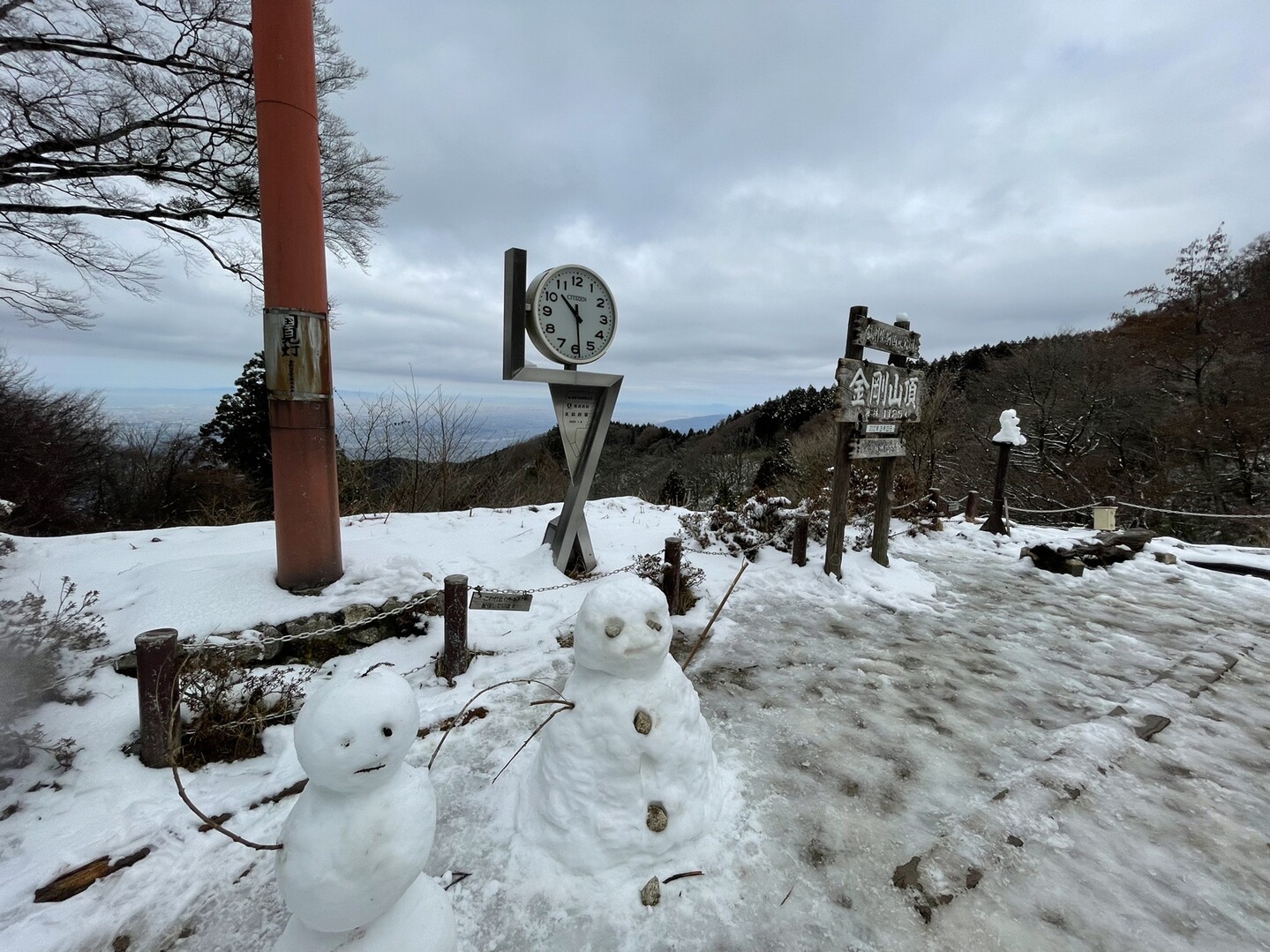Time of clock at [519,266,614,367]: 10:29
